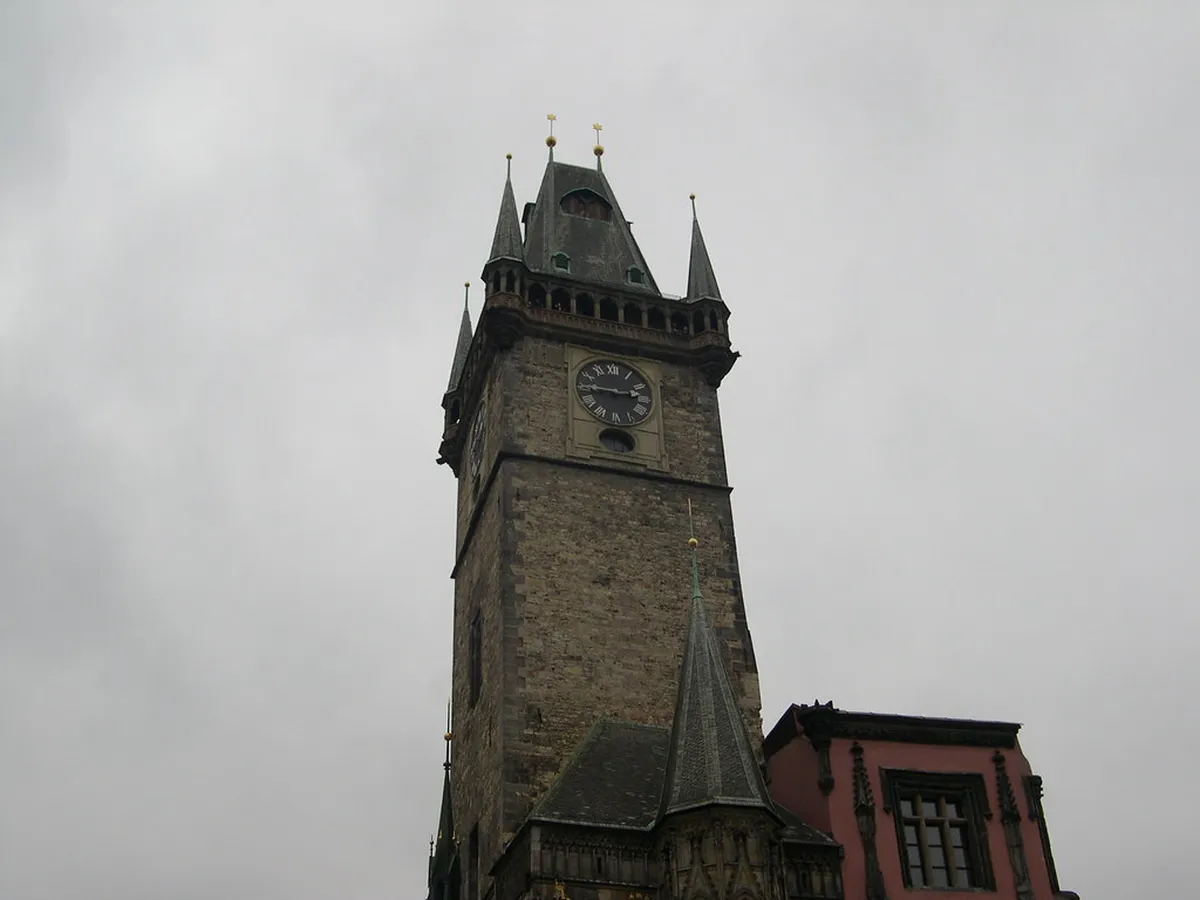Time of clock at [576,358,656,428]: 2:45
